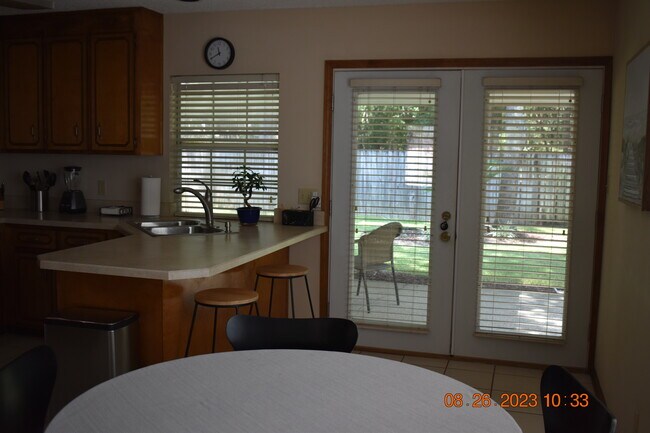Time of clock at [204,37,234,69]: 11:40
